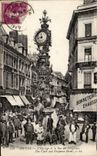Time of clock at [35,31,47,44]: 11:42
